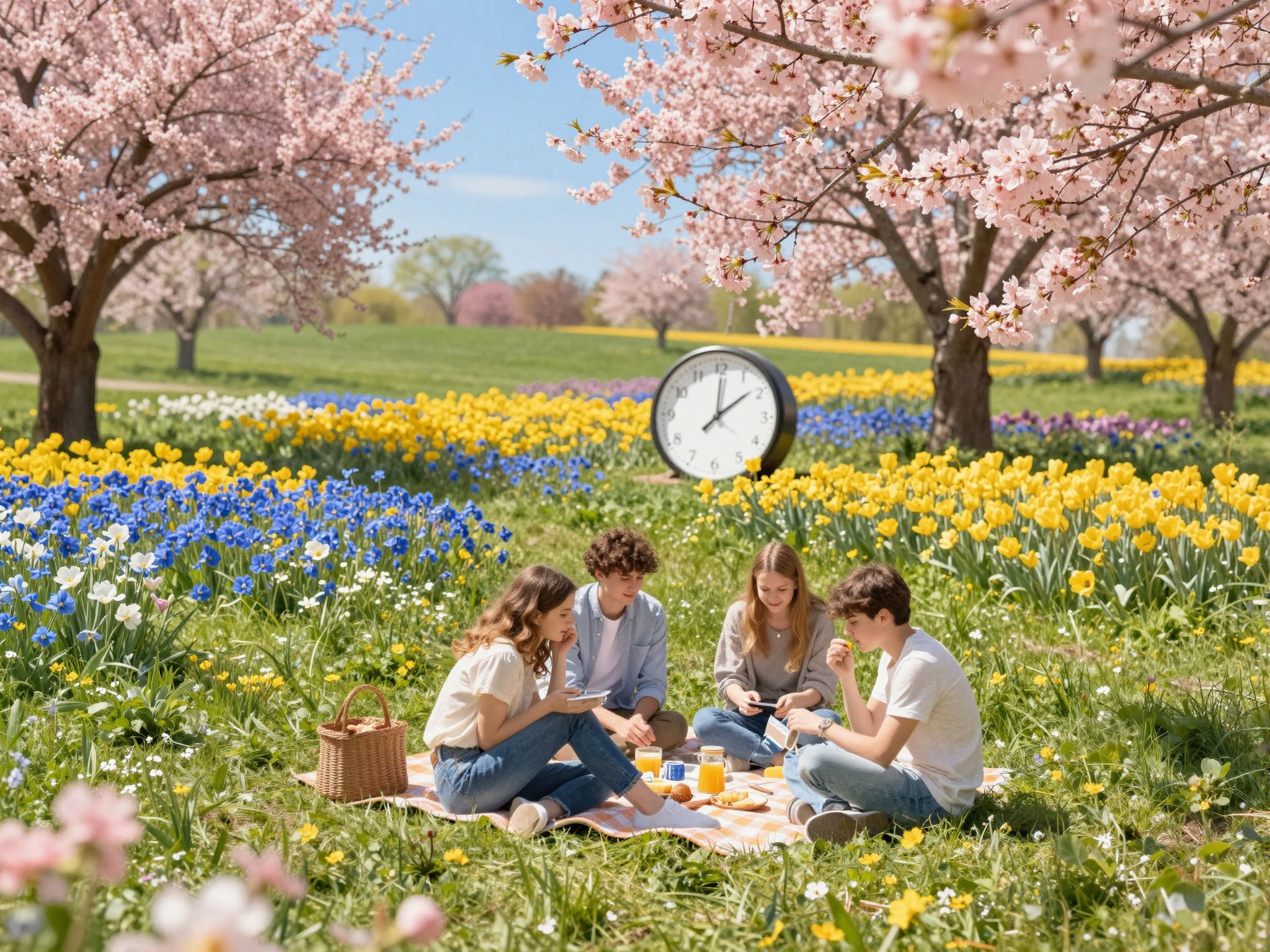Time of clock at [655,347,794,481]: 12:08
